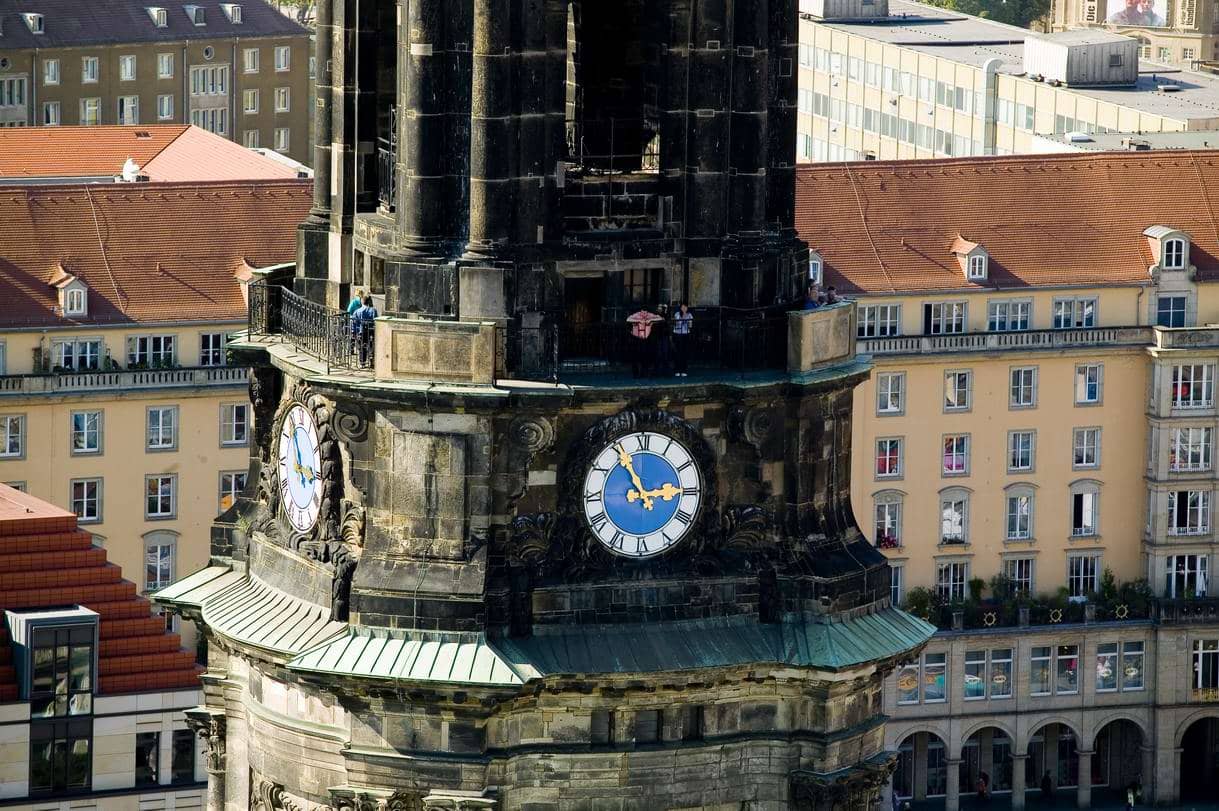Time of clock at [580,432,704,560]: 2:55
